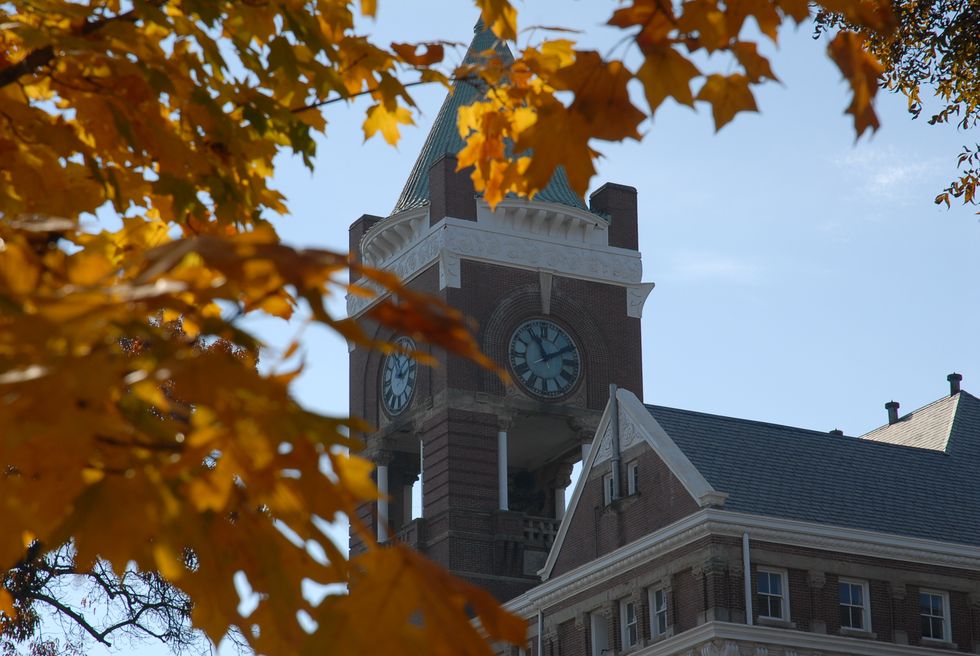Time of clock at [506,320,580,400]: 11:10
